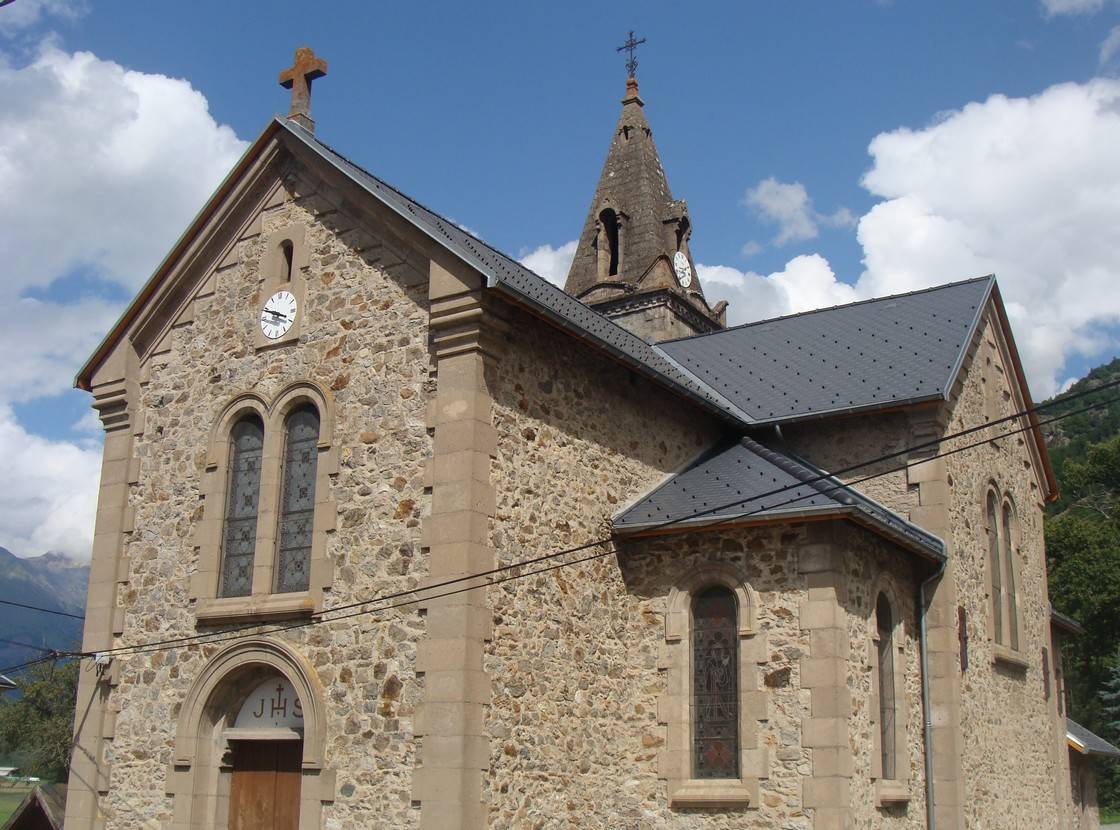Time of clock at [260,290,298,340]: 3:48
